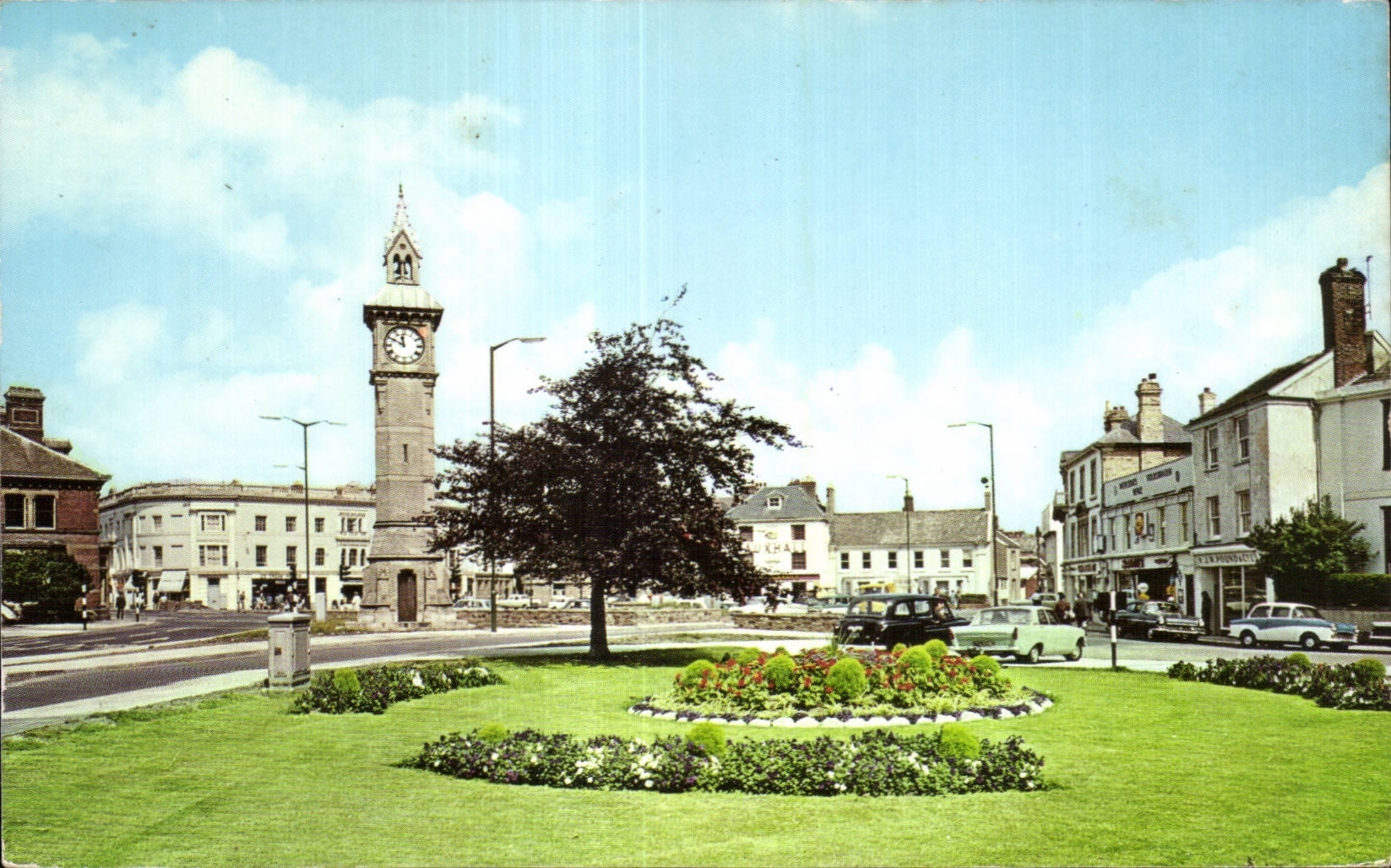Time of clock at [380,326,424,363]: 11:49
